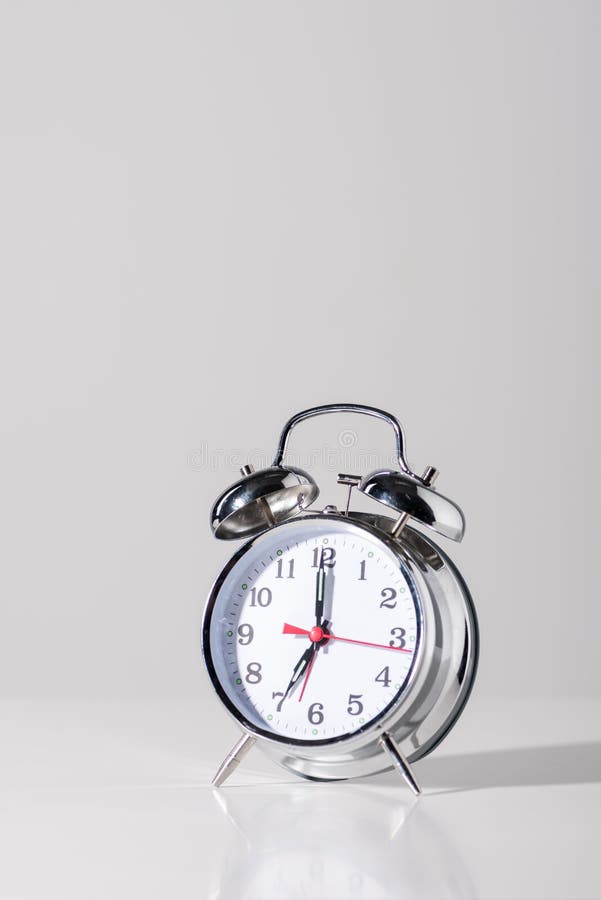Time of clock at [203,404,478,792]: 7:00
